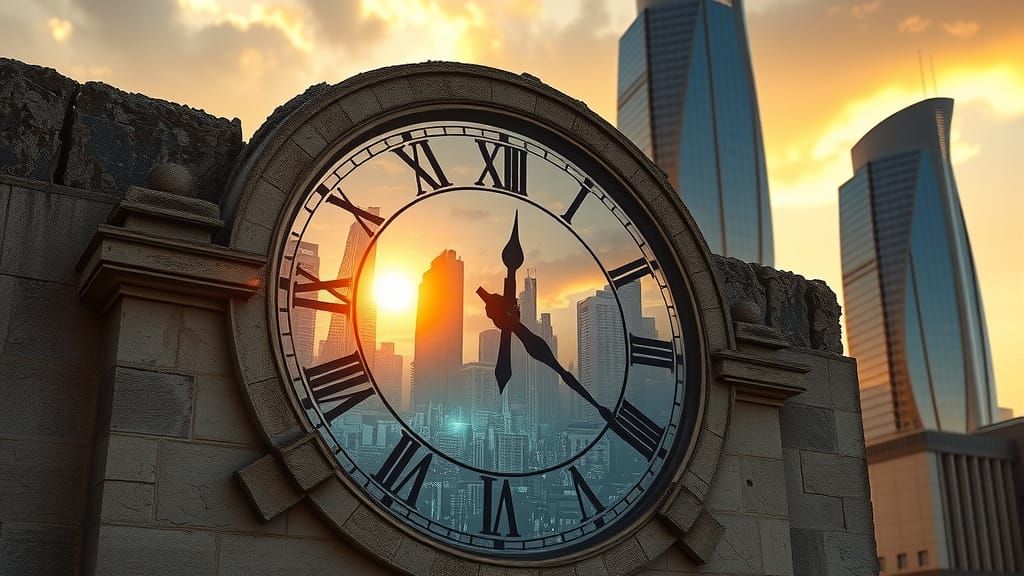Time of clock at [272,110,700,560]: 12:20
